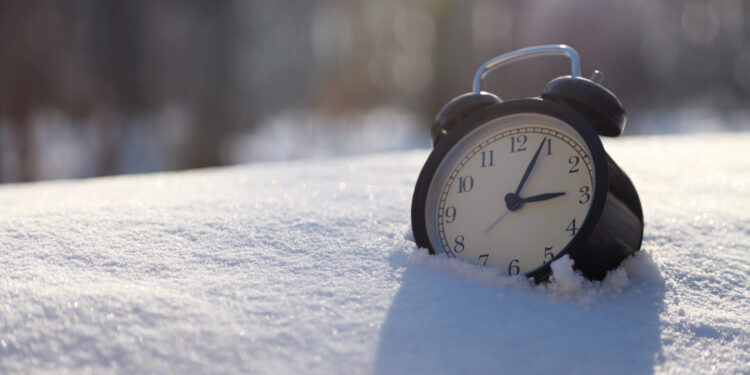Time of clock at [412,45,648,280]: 3:04
